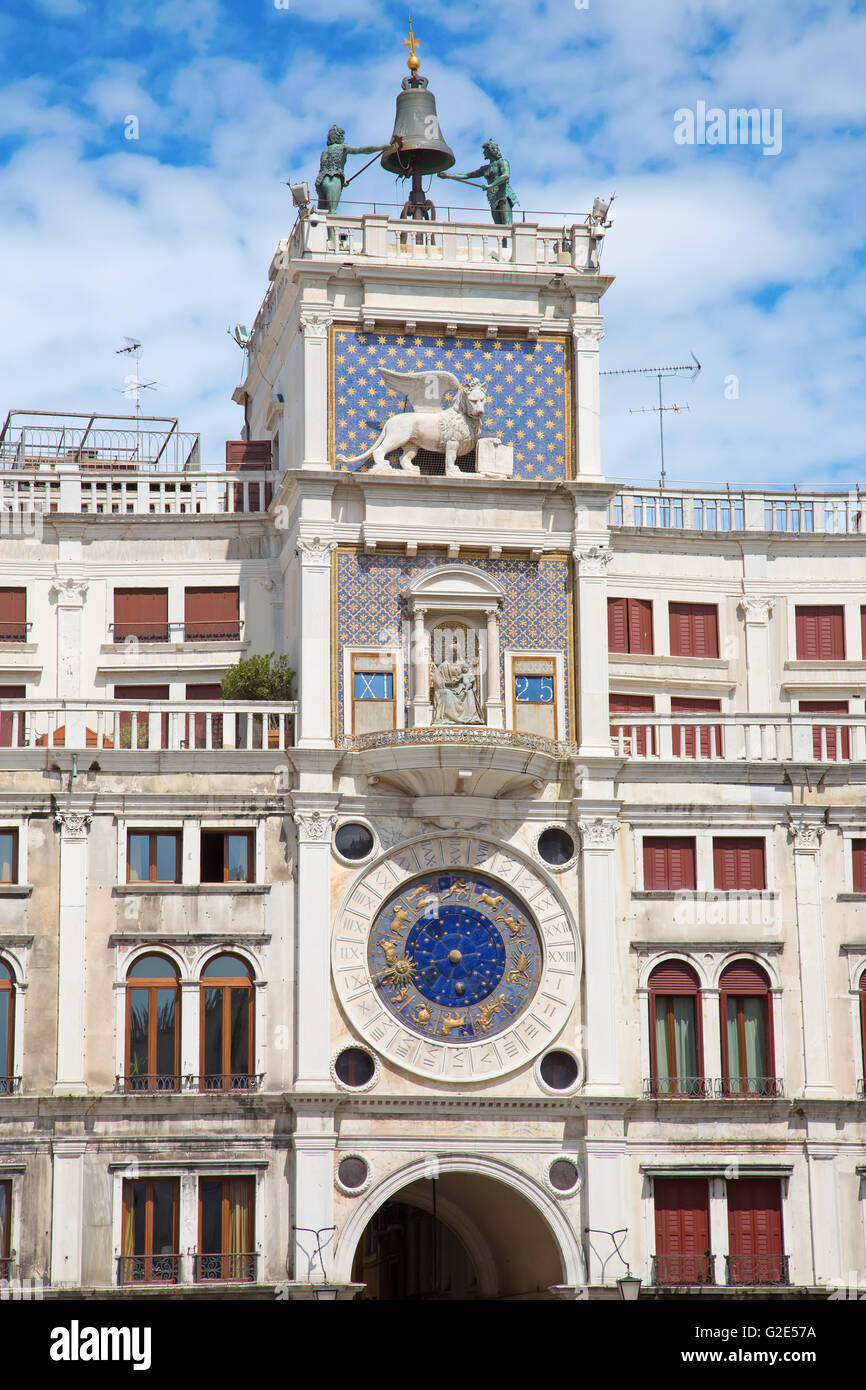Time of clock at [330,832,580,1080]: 5:40
